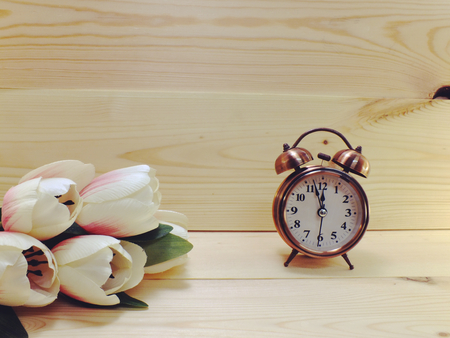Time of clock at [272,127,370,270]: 11:56
